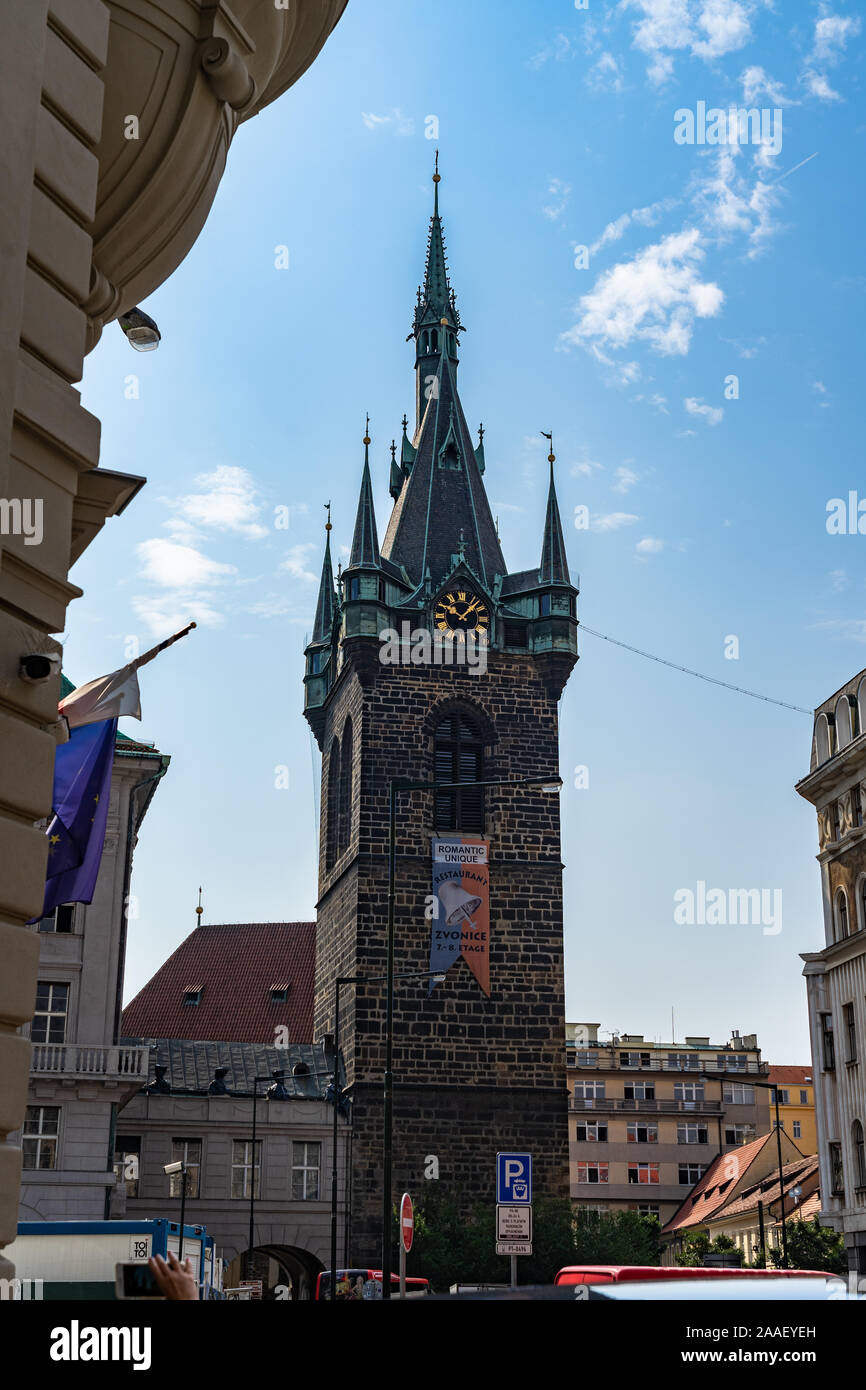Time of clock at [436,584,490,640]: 10:07
